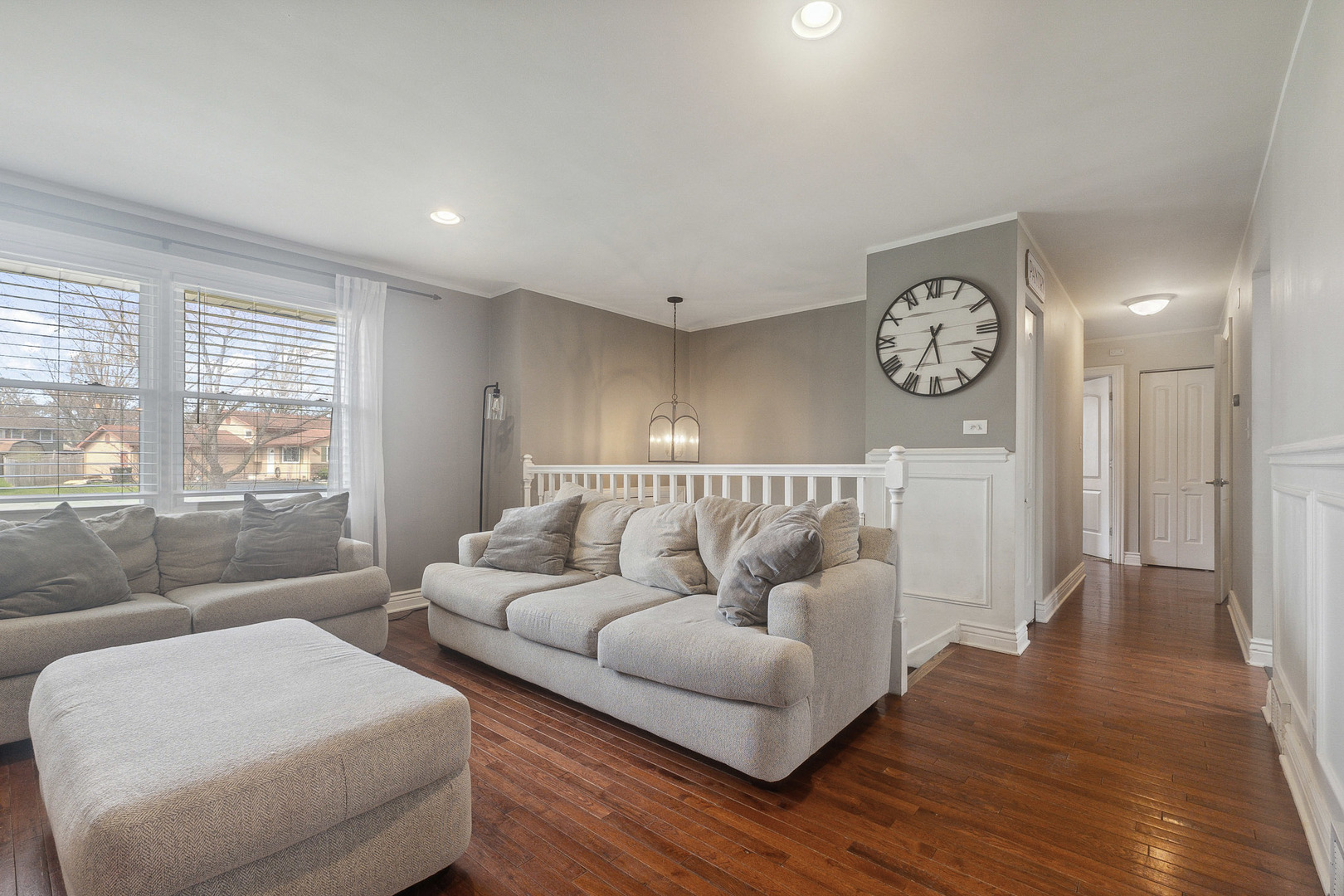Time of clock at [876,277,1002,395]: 5:35
